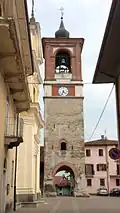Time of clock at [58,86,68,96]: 4:33
